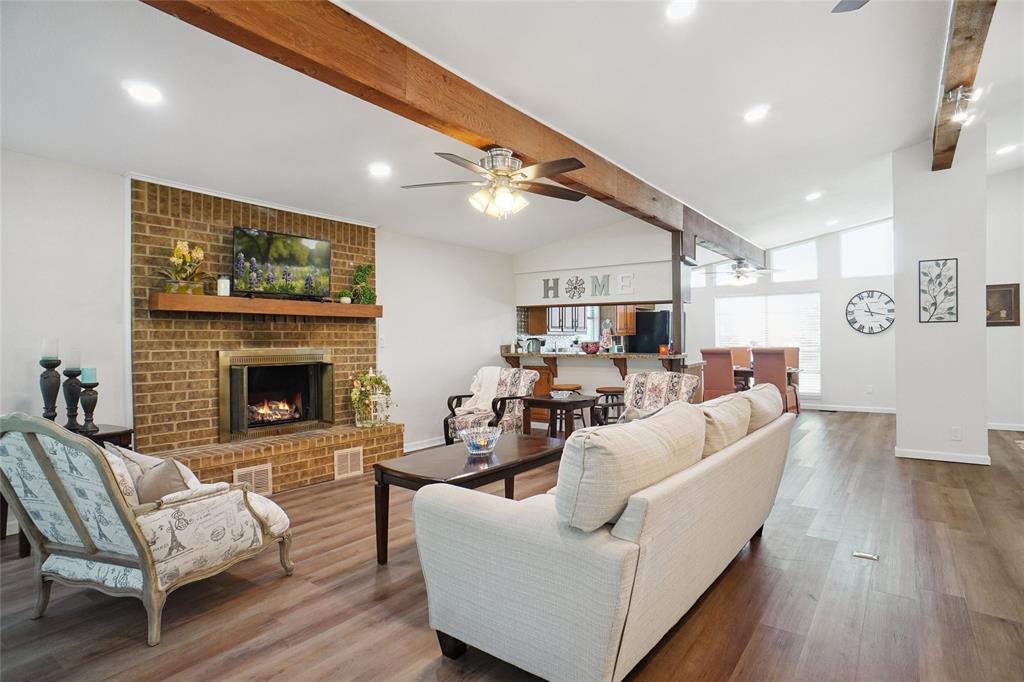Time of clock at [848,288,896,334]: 11:17
